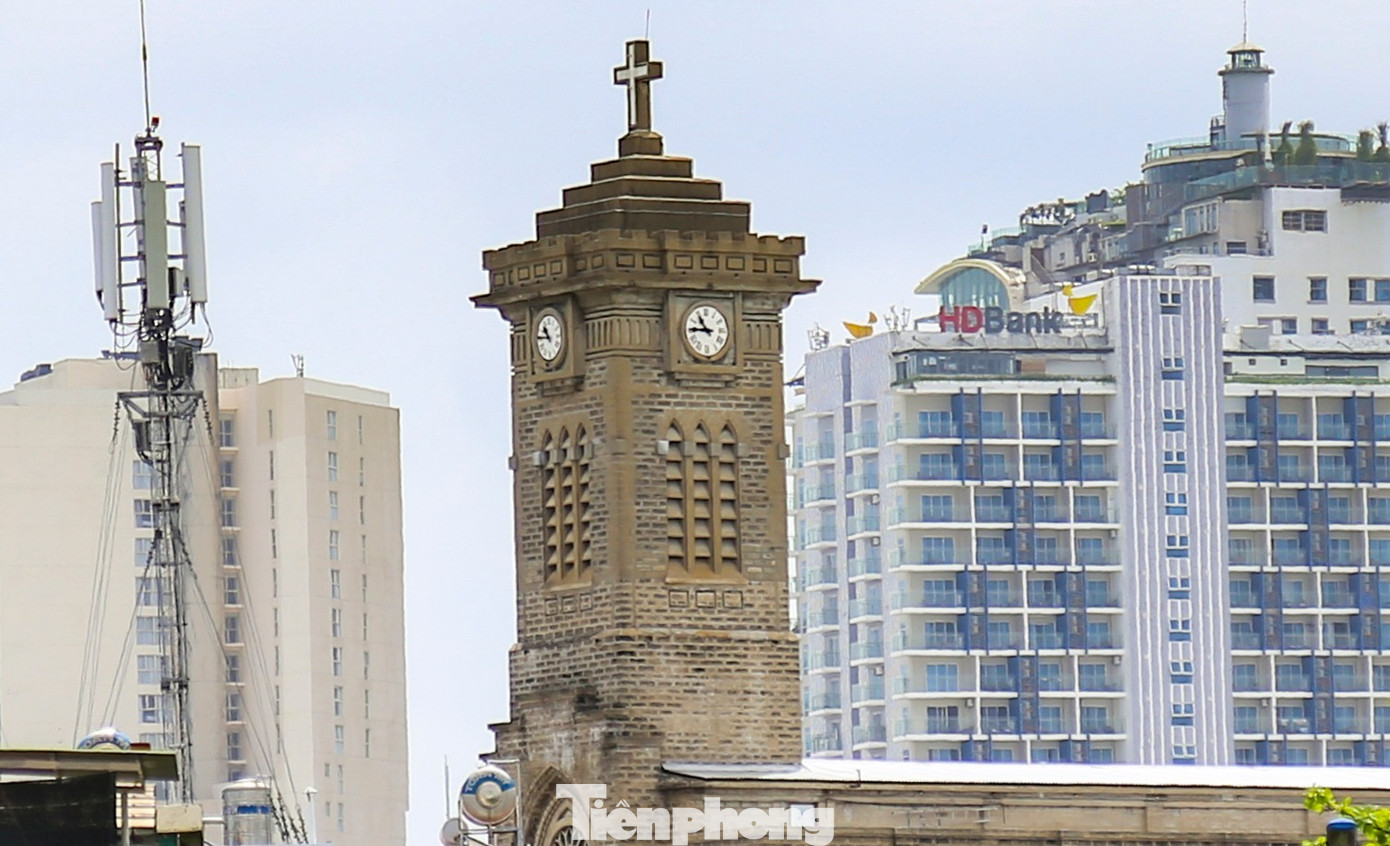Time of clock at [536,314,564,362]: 10:45
